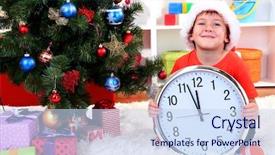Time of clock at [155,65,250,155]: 11:56
